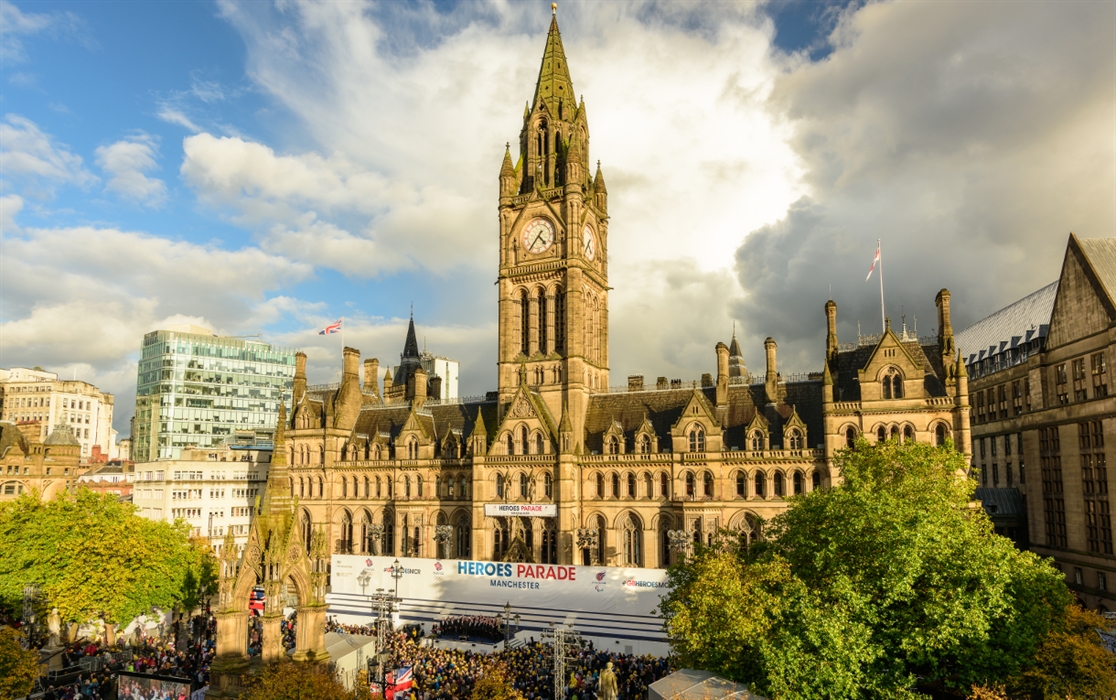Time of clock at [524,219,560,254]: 4:35
